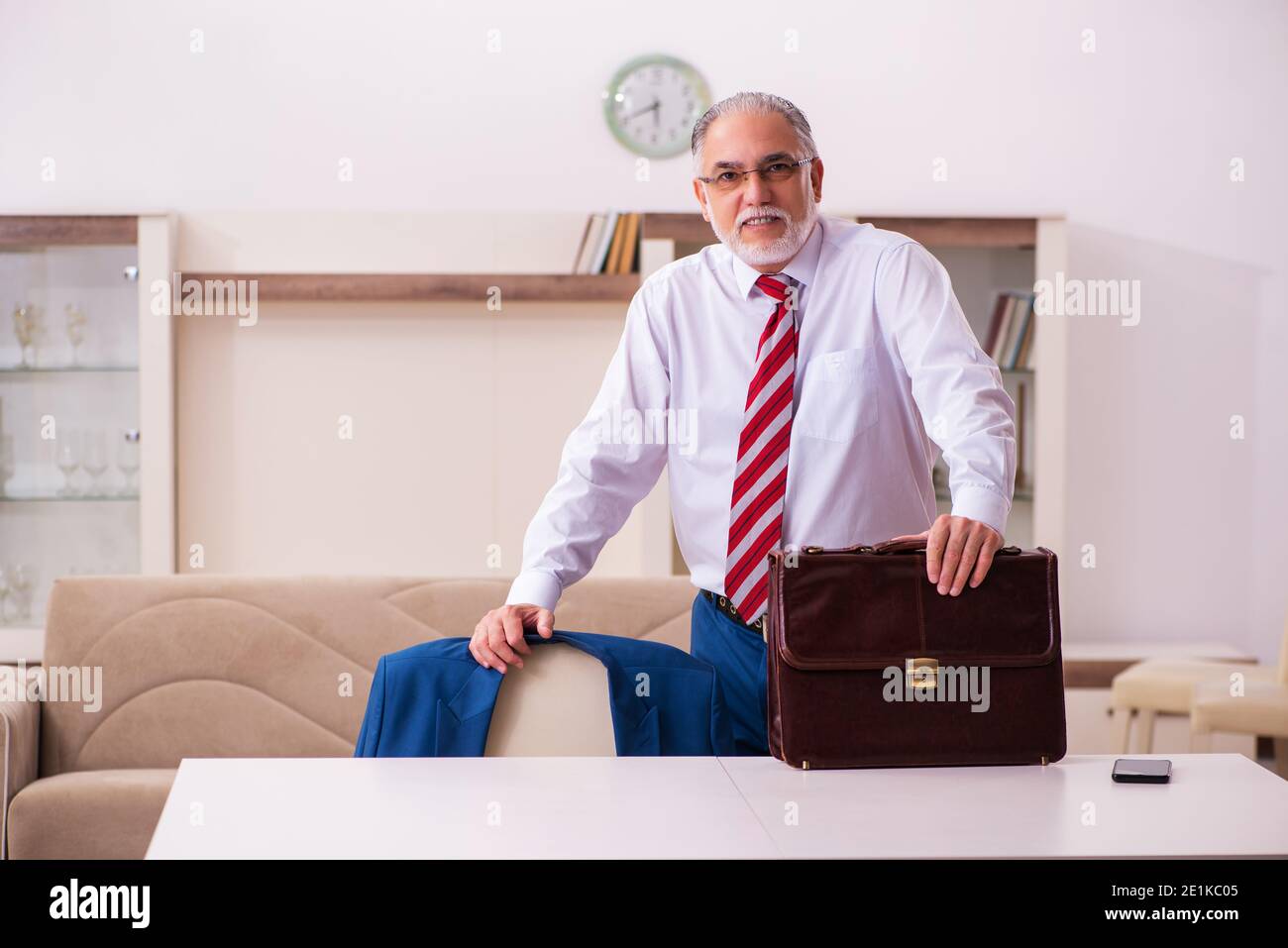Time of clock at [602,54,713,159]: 5:40
